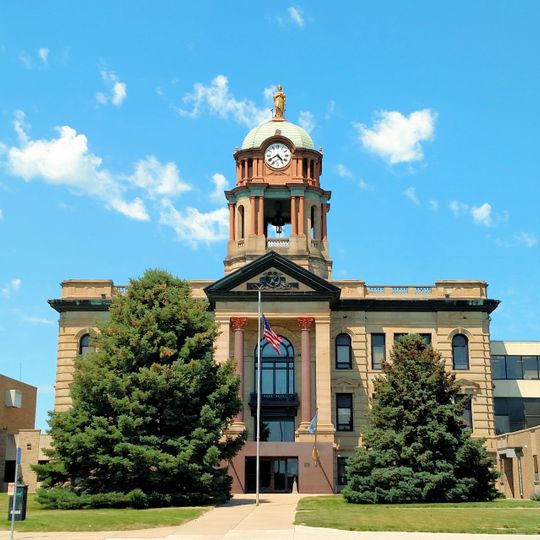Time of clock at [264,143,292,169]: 4:40
